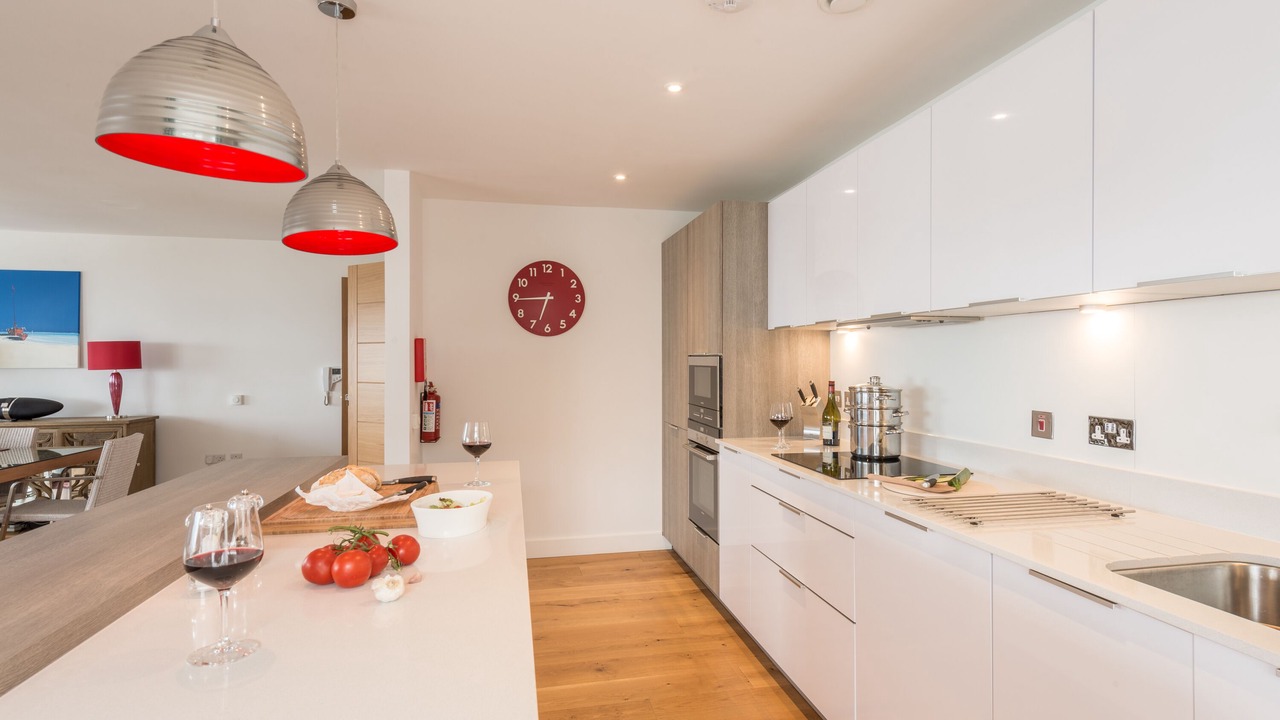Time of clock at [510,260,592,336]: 6:44
